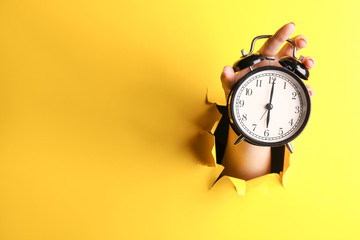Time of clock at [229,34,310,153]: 6:00
